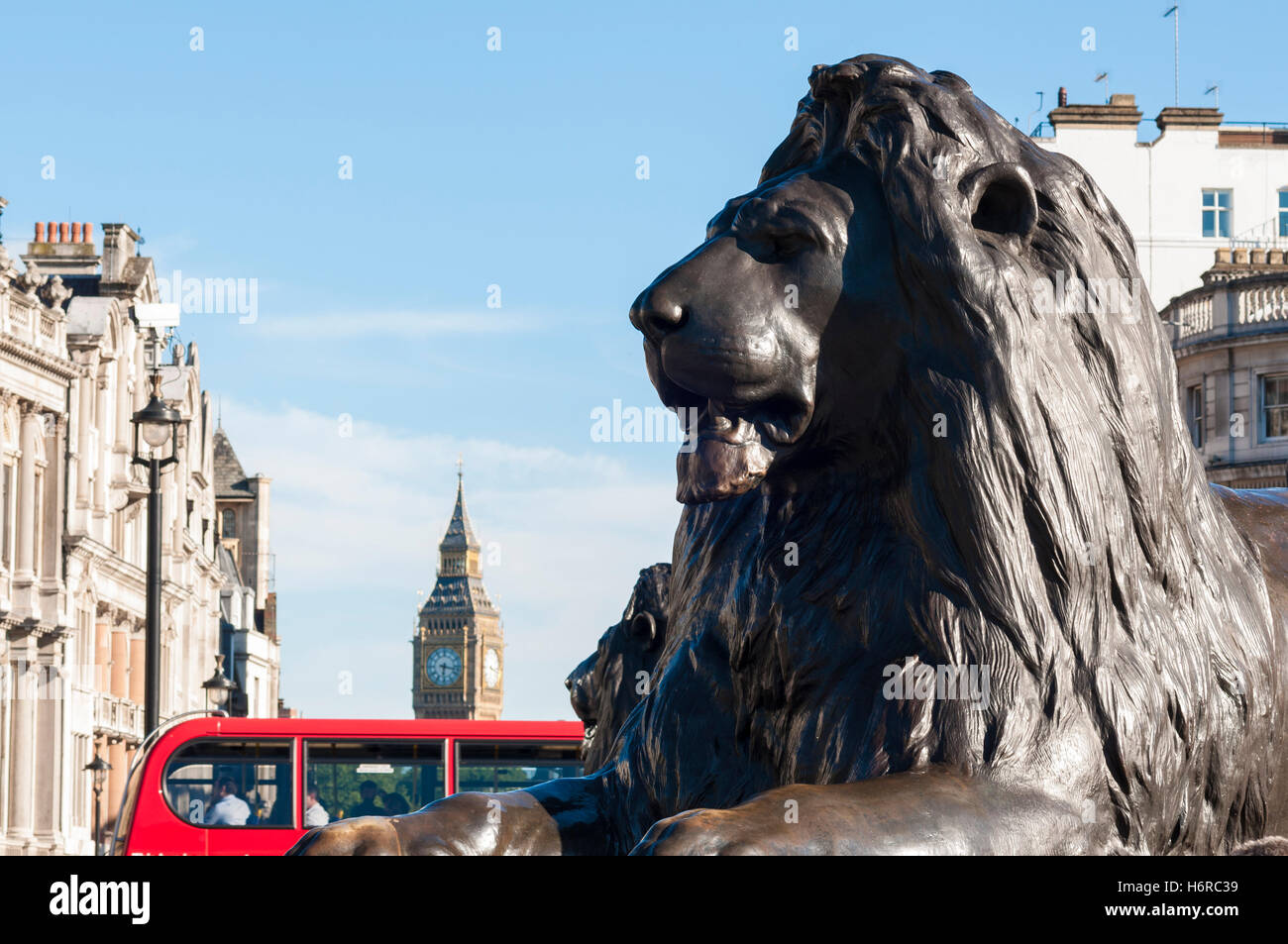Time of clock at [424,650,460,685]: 6:17
